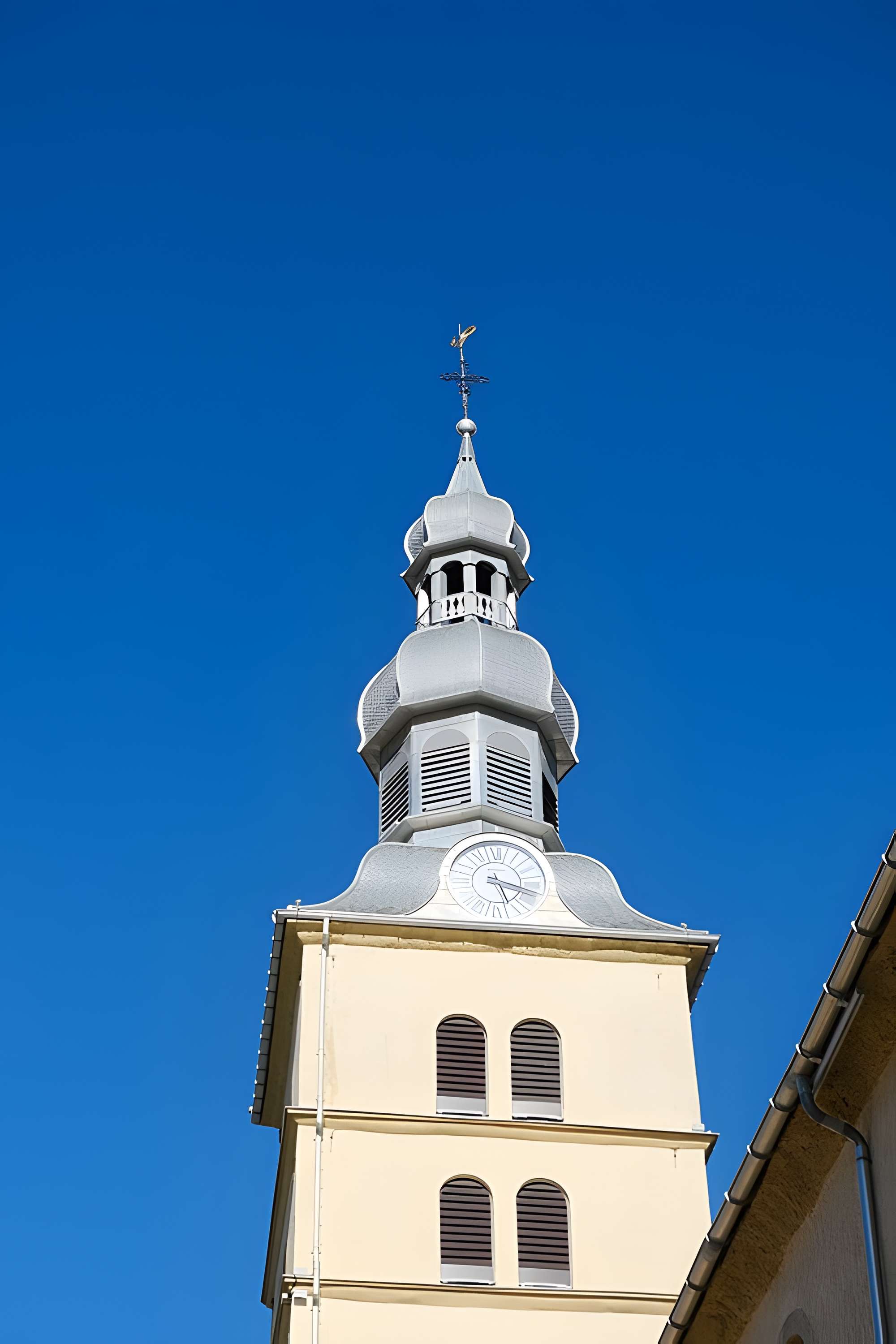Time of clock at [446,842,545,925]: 5:18
